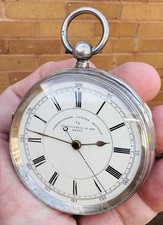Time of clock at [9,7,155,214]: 2:46
